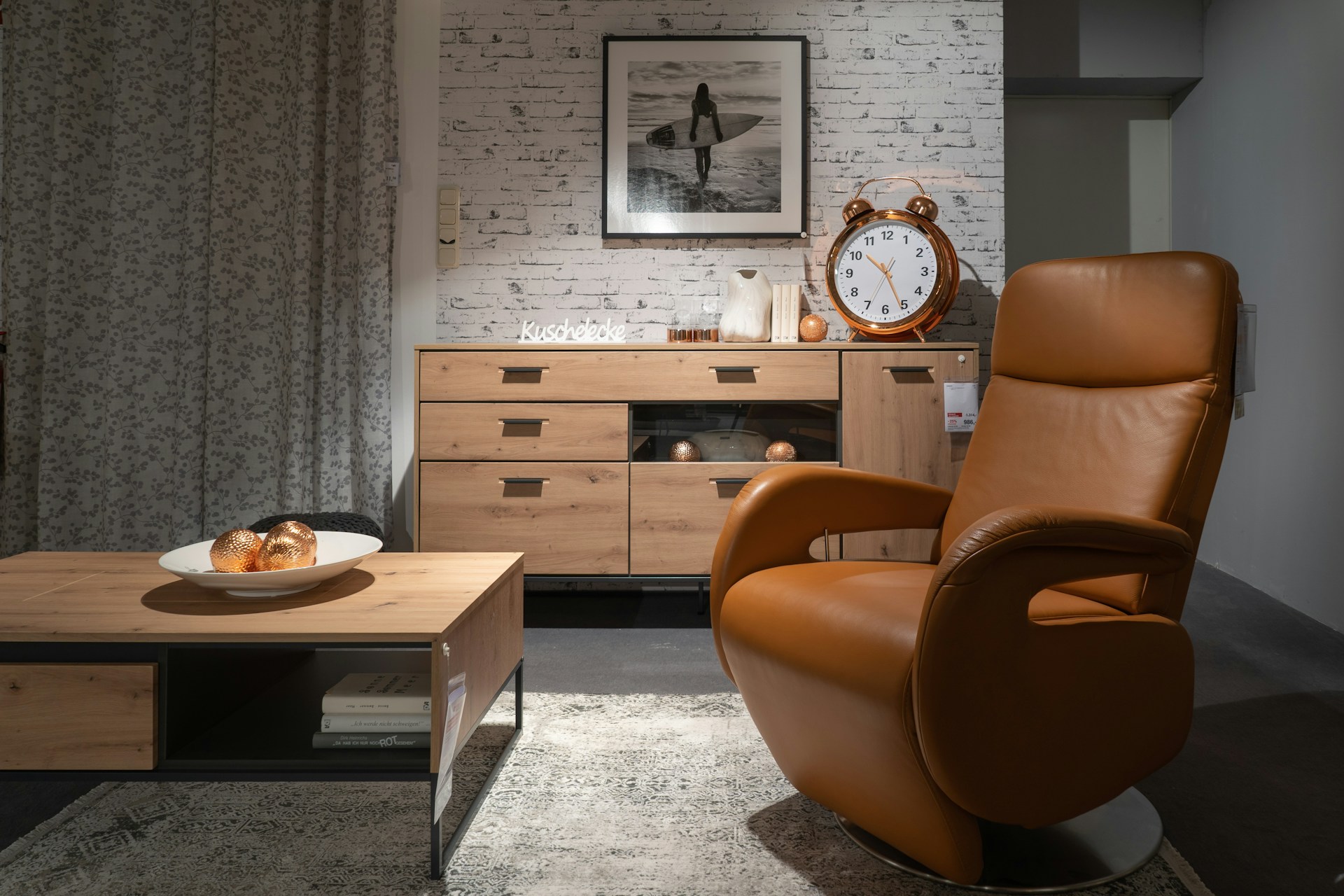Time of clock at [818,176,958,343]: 10:25
